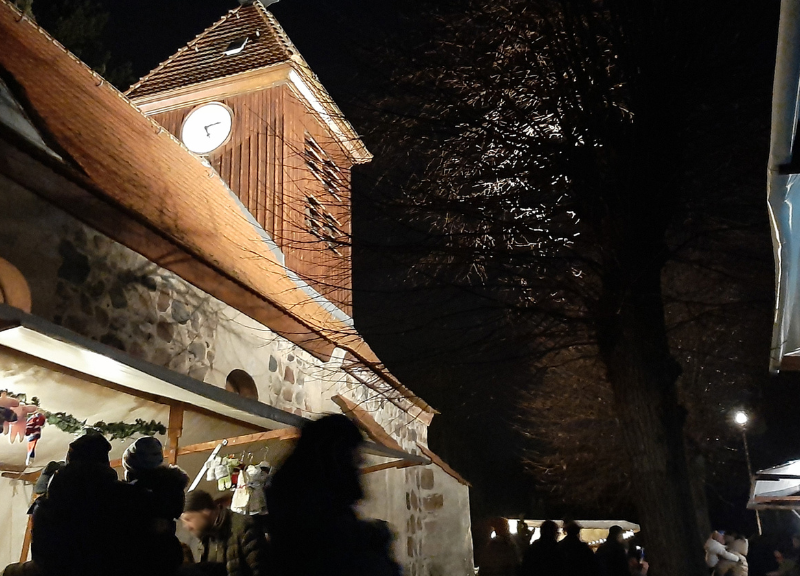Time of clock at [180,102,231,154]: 5:12
